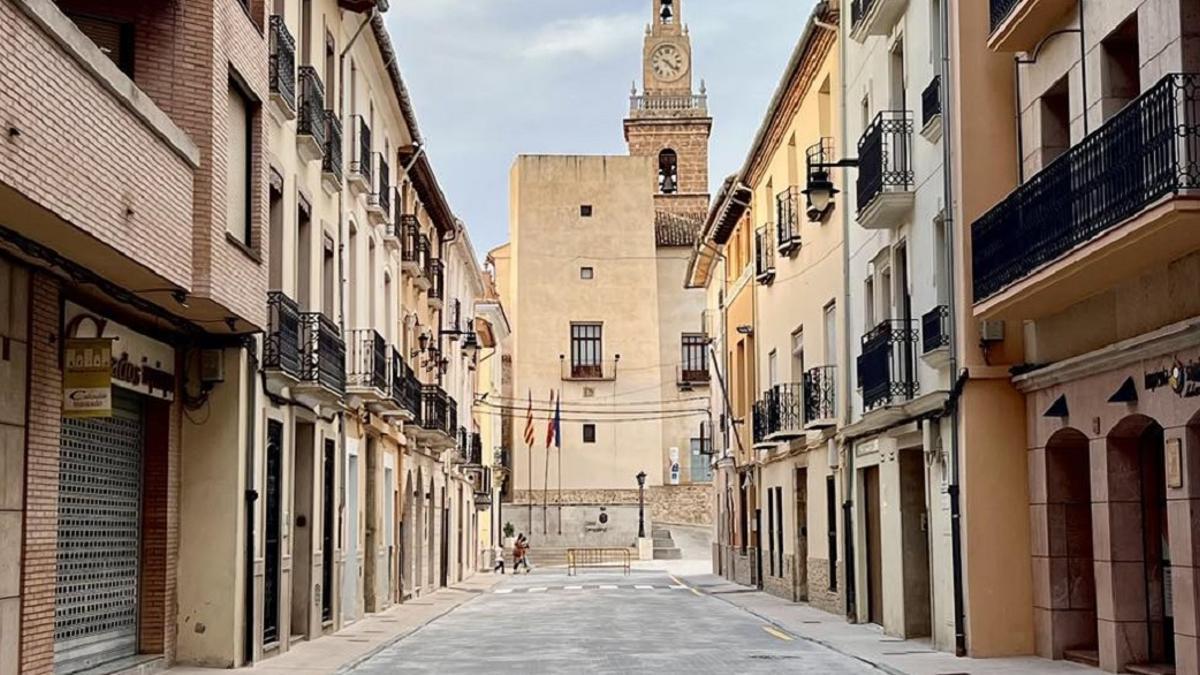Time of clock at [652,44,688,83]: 4:22
